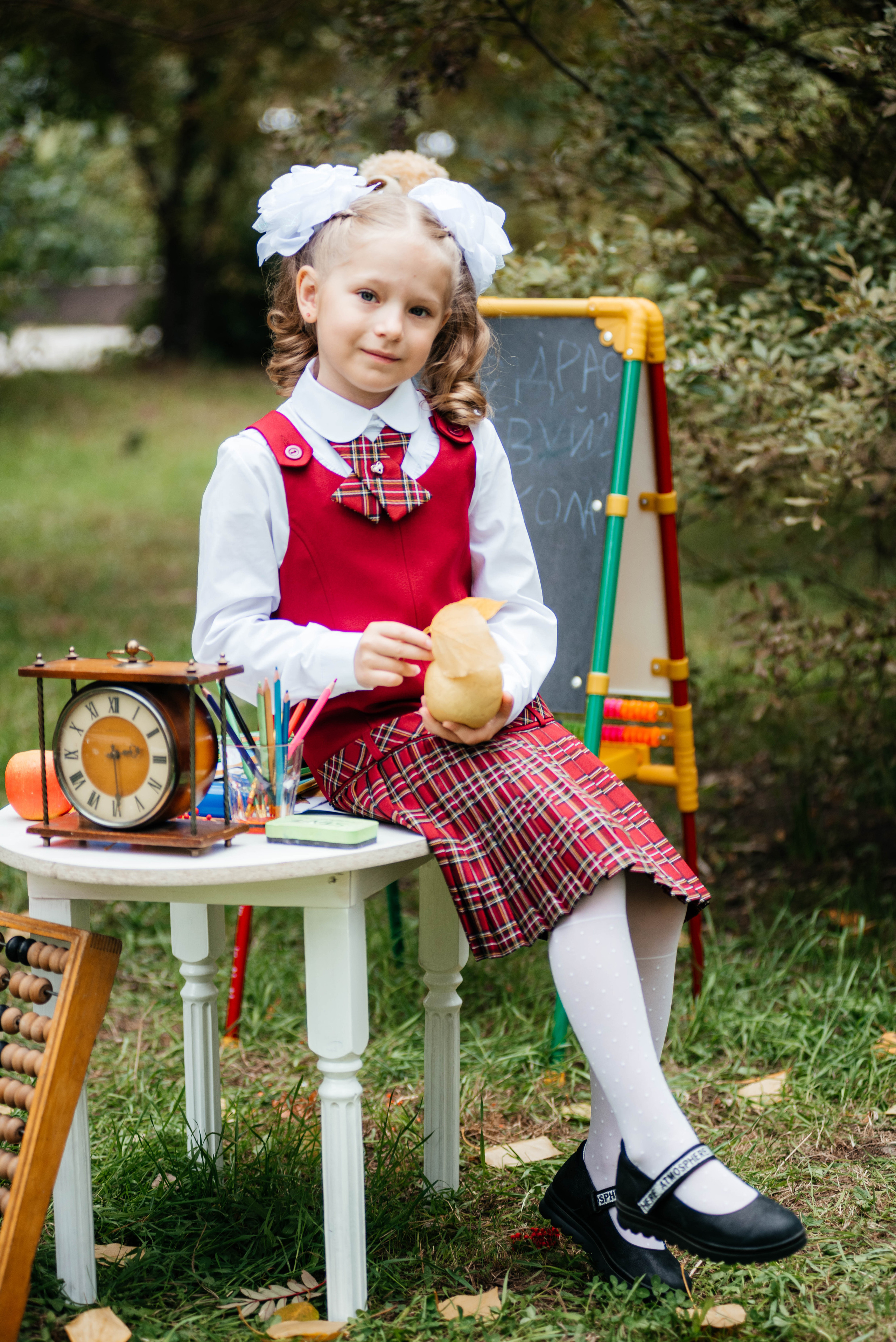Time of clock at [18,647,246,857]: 2:29
